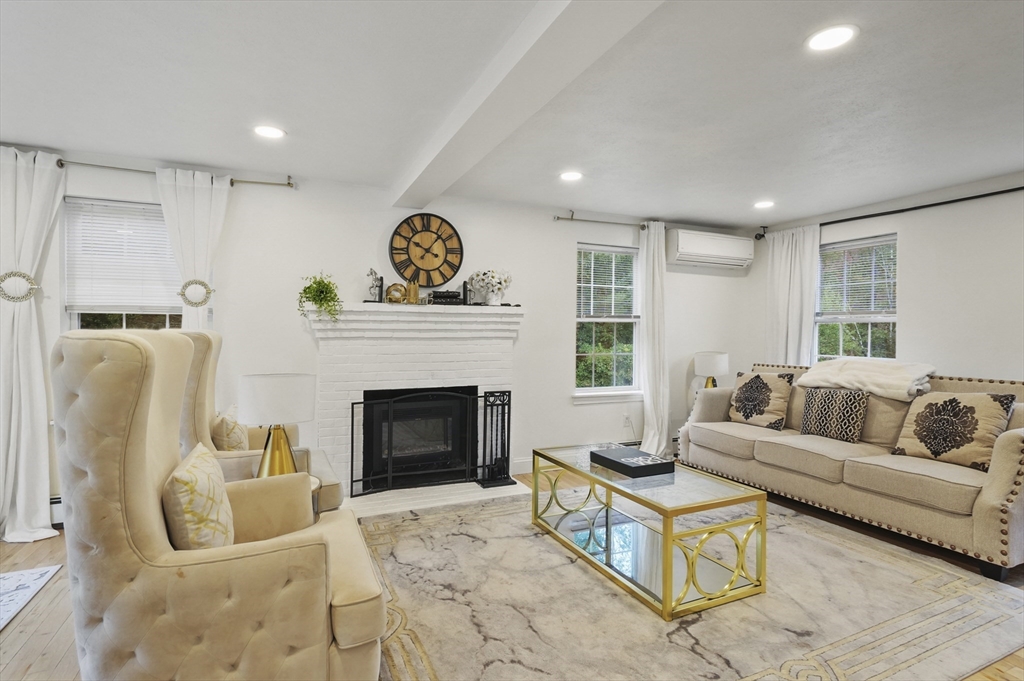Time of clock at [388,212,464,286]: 10:07
